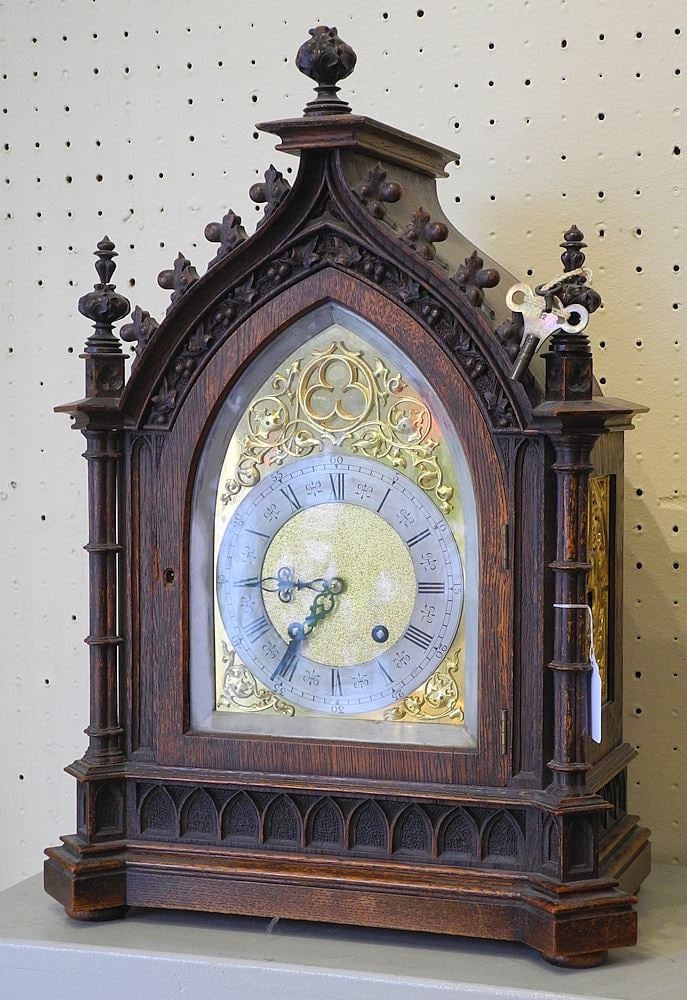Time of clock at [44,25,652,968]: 8:36
